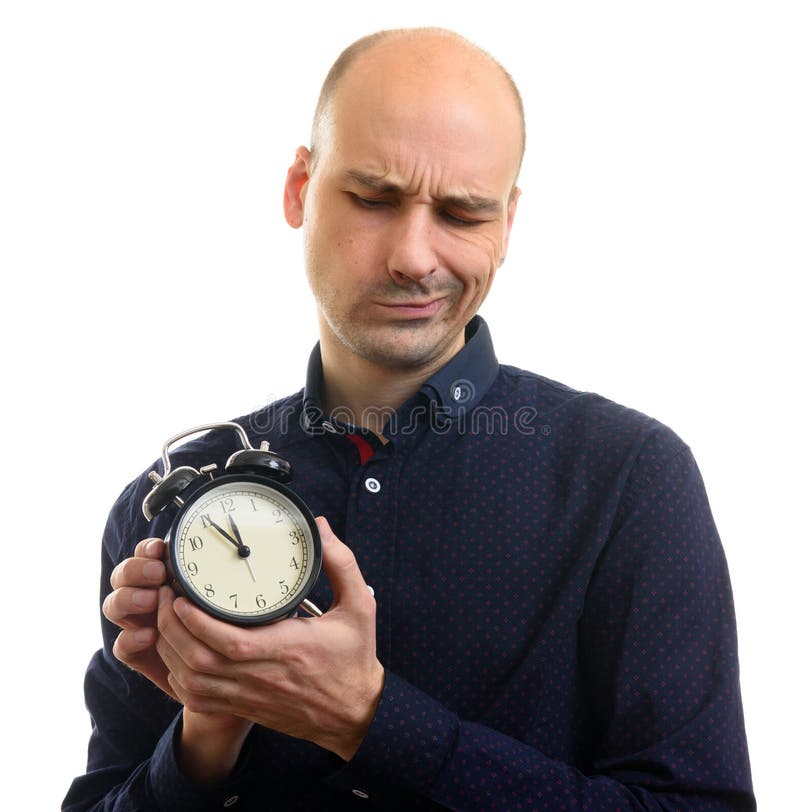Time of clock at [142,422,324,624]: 11:55
